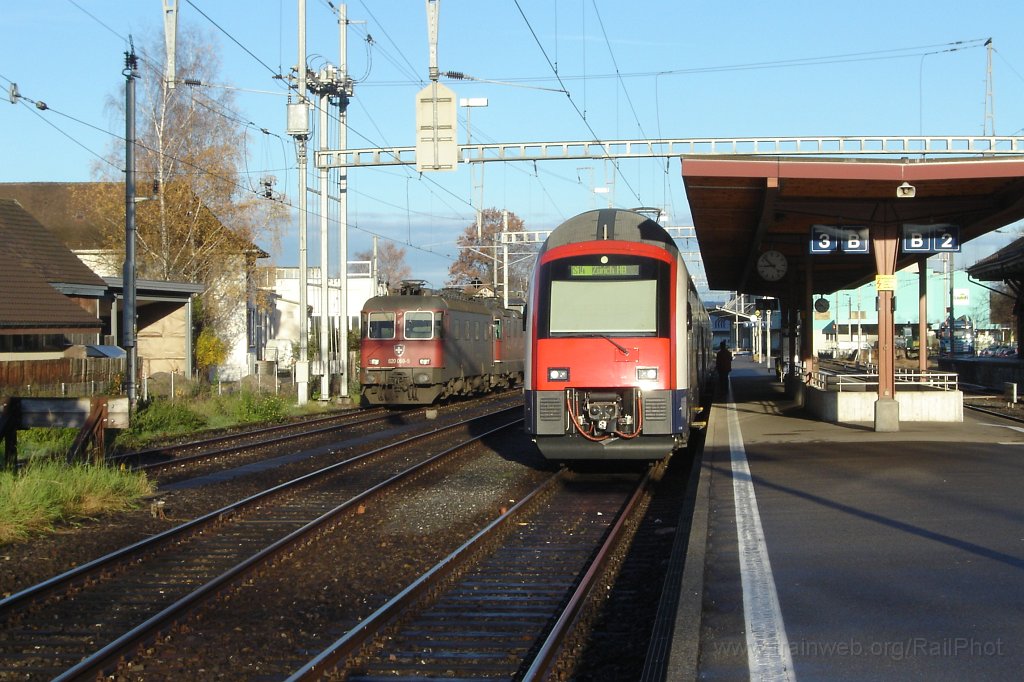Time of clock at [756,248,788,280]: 8:52
